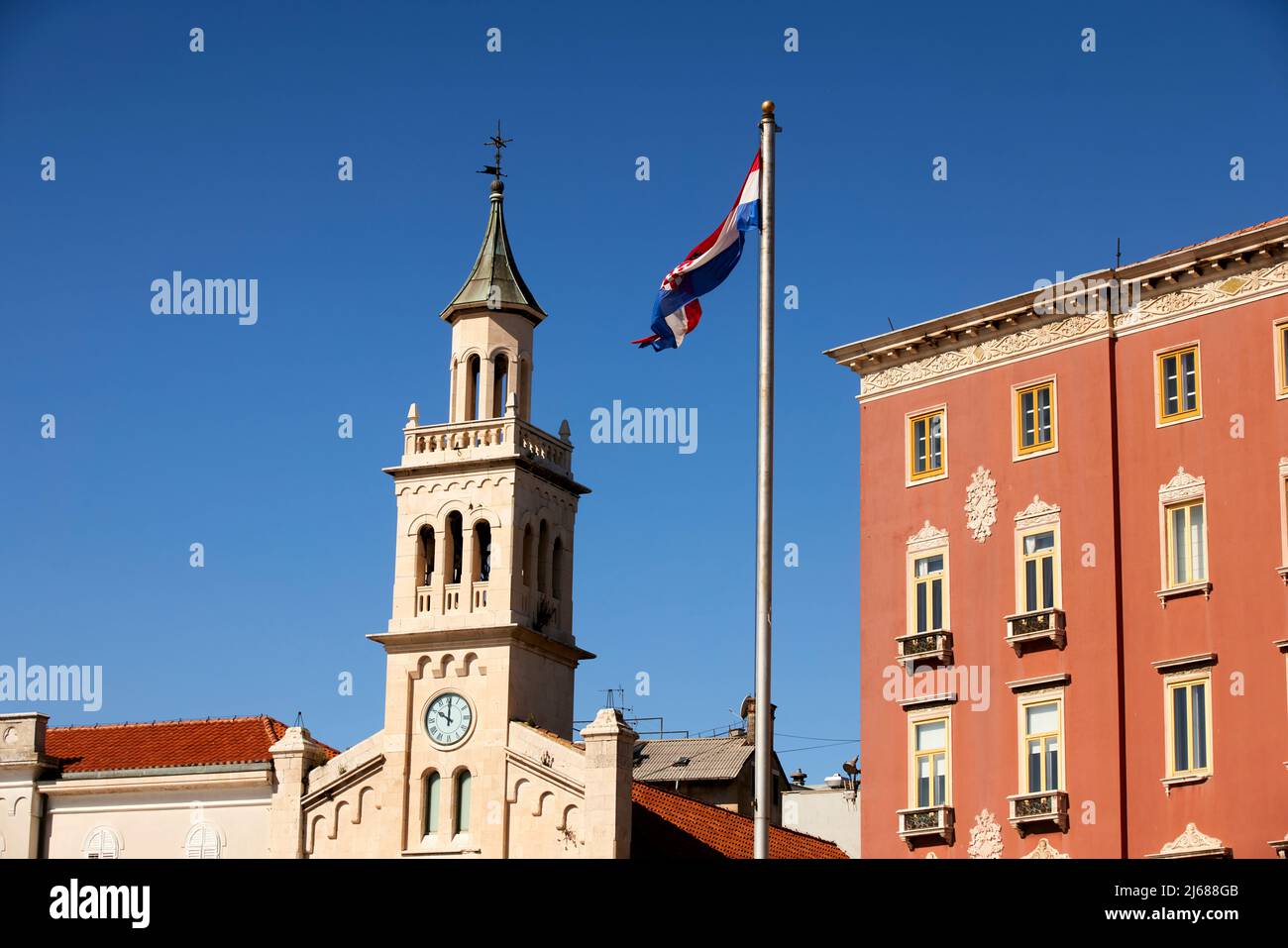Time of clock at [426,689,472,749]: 10:00
